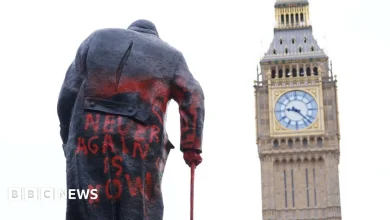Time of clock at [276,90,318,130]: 9:22
